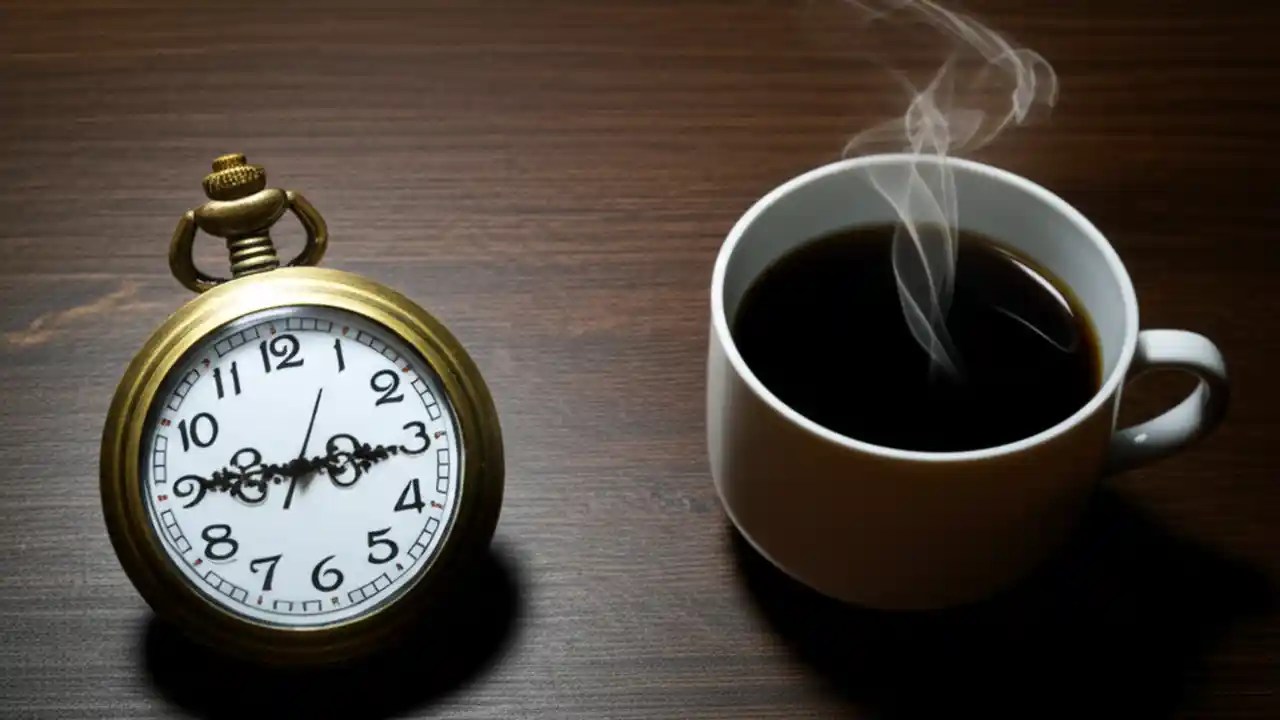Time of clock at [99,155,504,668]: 9:15
